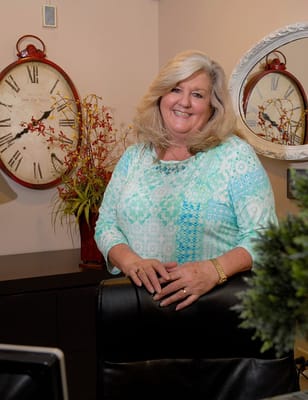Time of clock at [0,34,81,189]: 1:39
